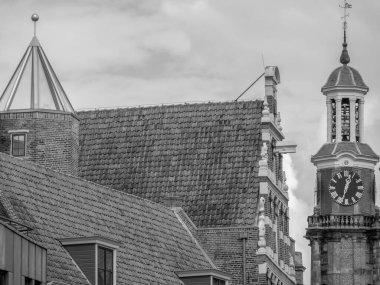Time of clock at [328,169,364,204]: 12:32
